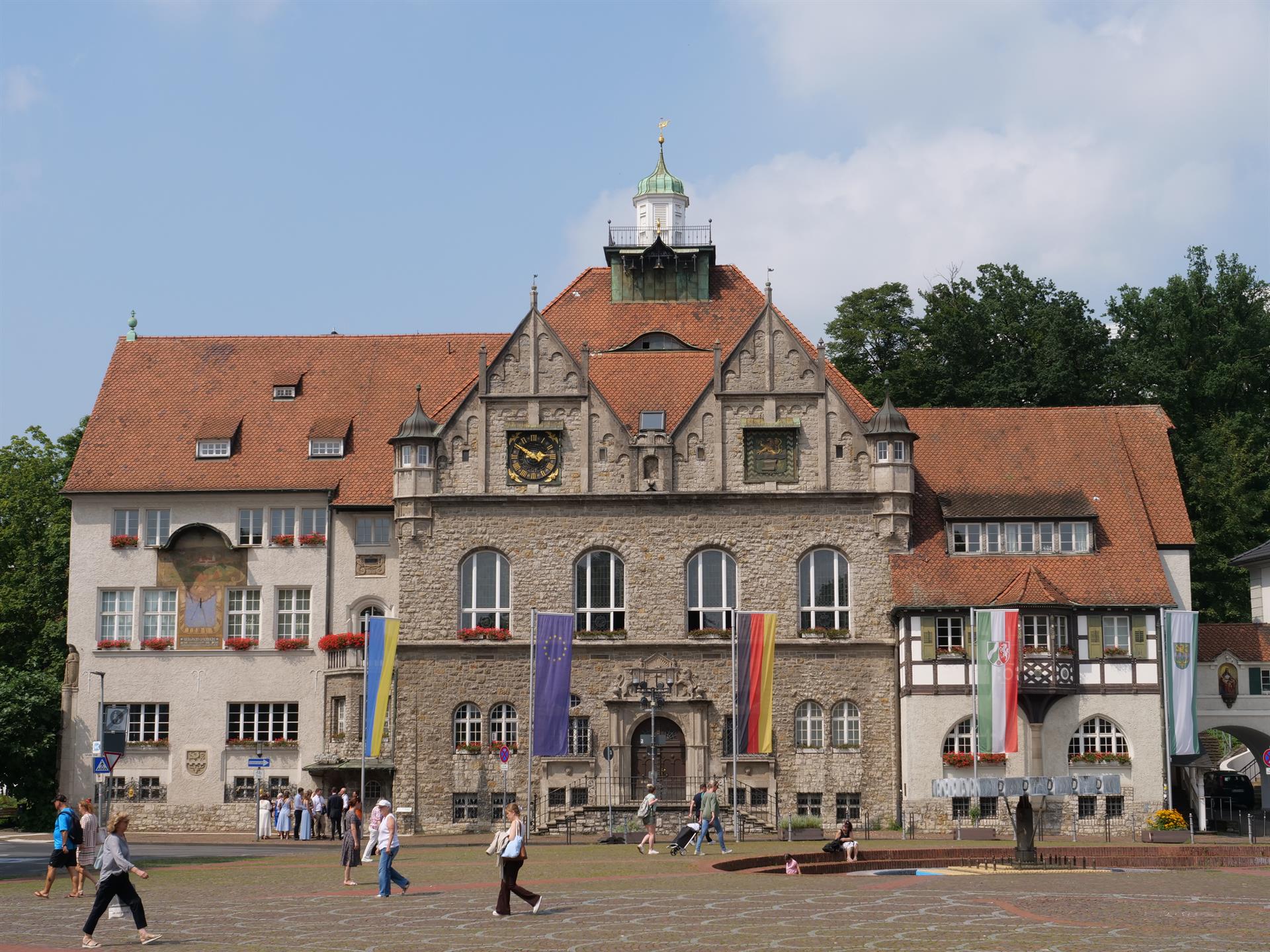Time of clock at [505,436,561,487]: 2:50
